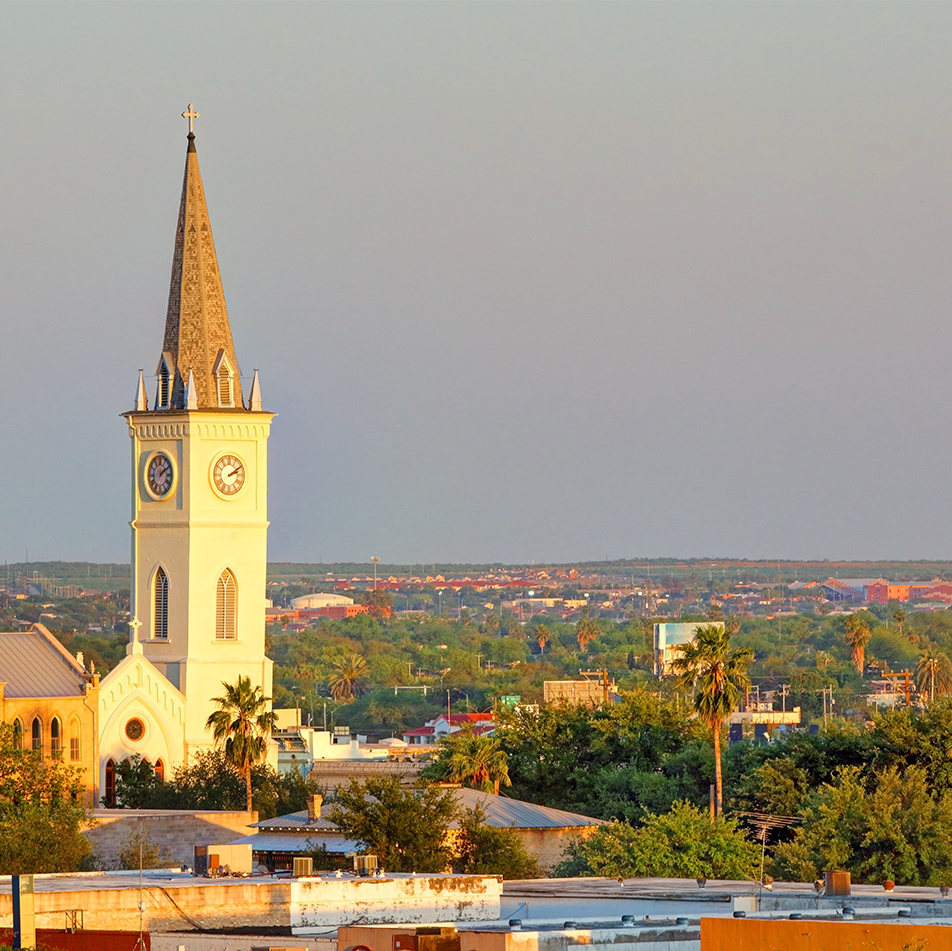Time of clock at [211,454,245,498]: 2:09
